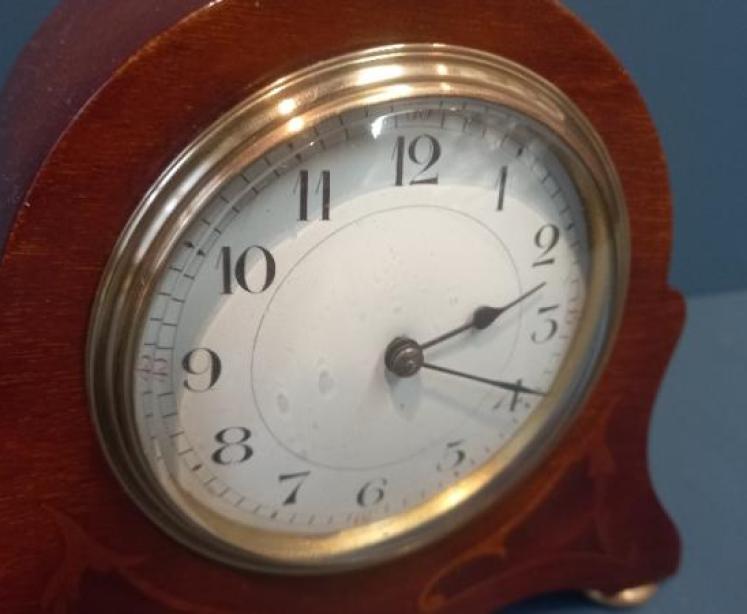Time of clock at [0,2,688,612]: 2:18
